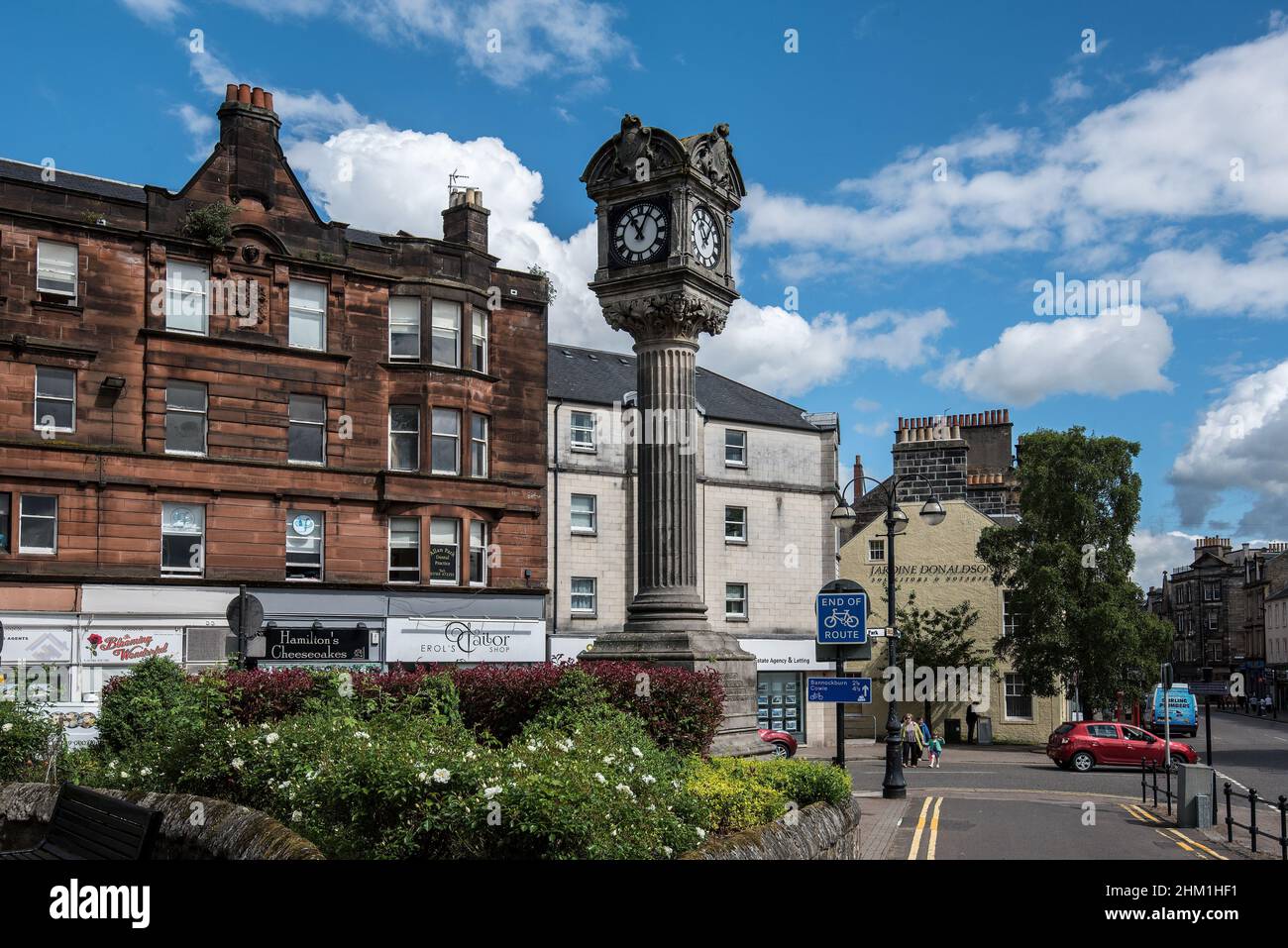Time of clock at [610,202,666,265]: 11:04
